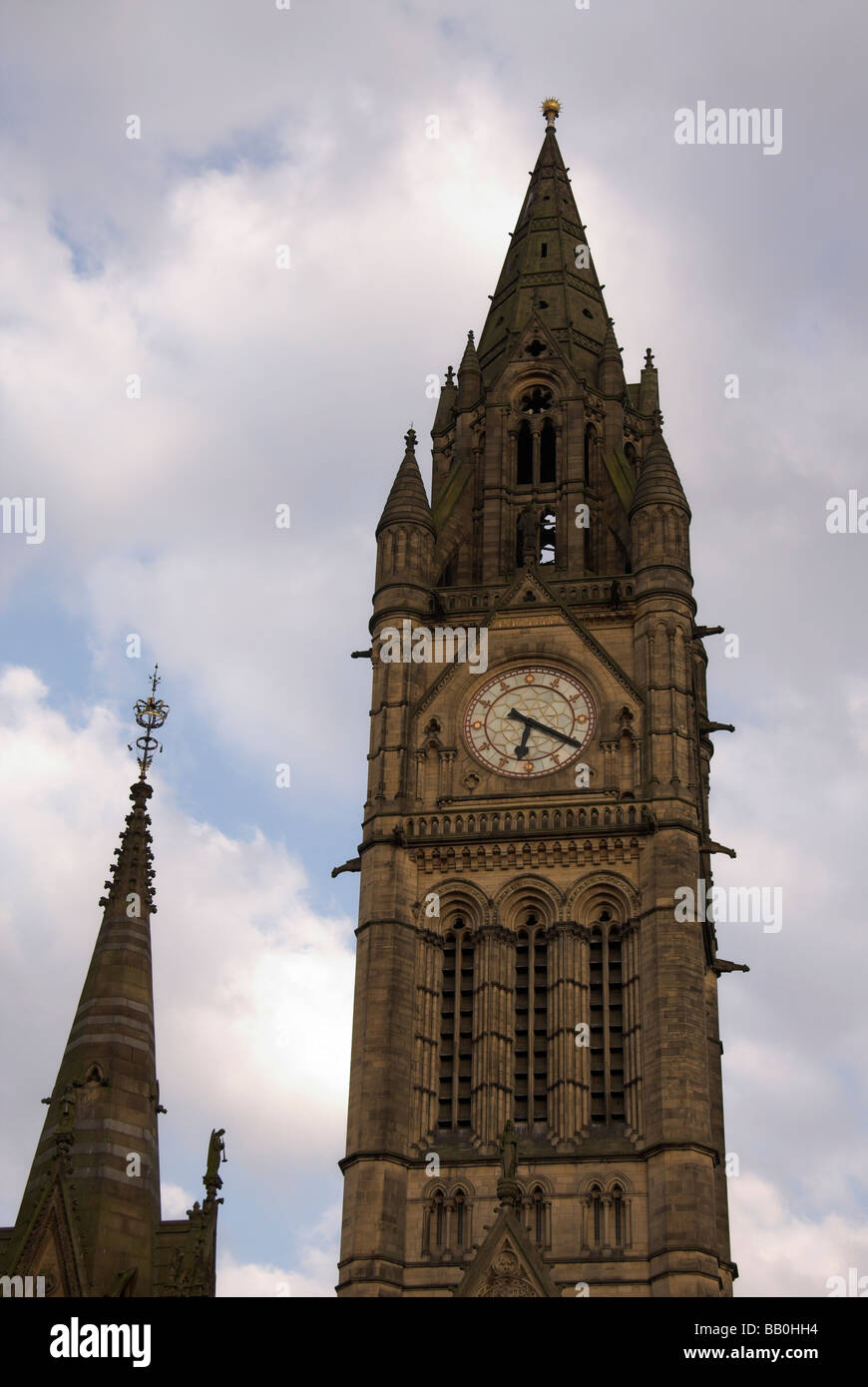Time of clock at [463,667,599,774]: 6:20
